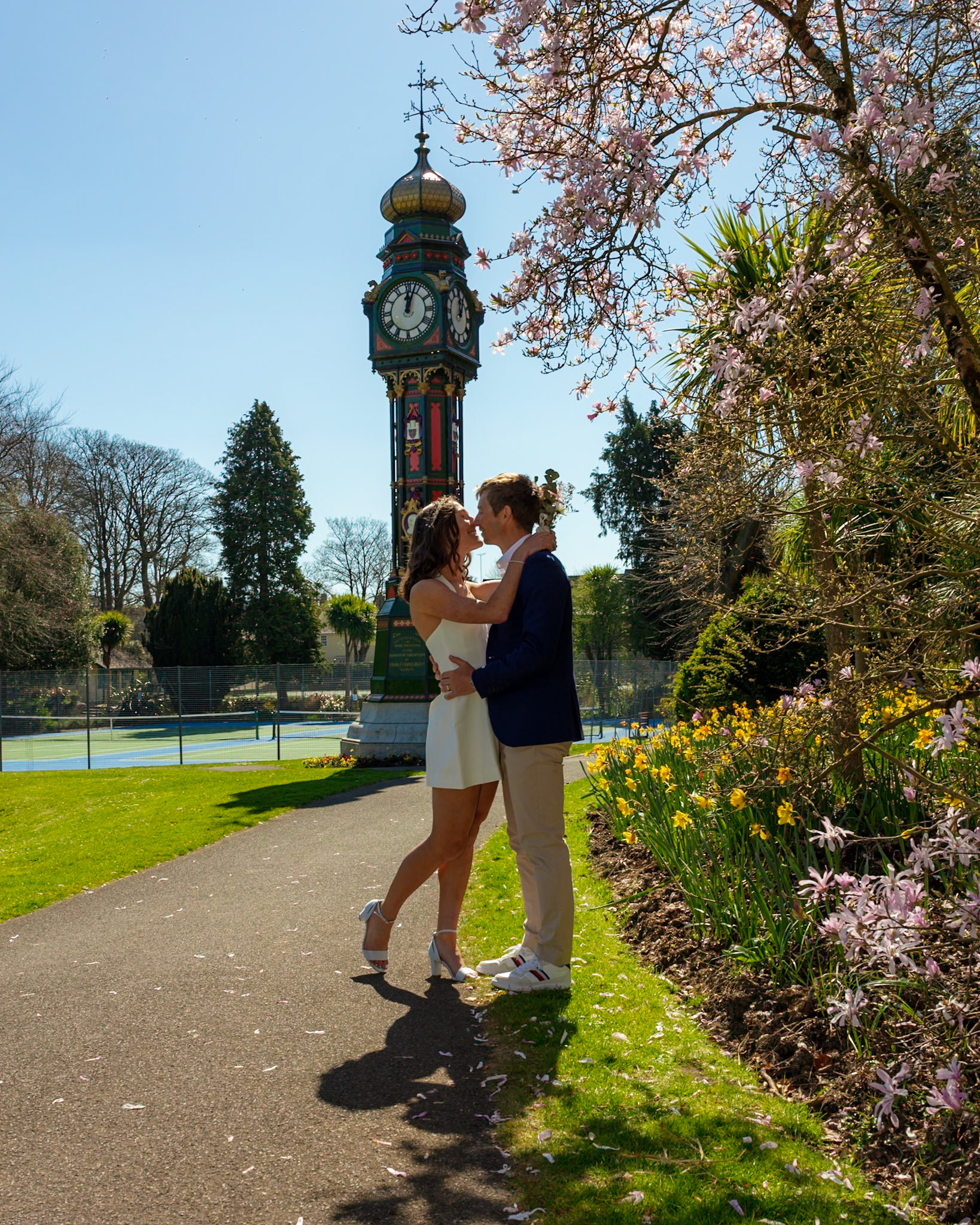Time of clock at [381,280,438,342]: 12:03
